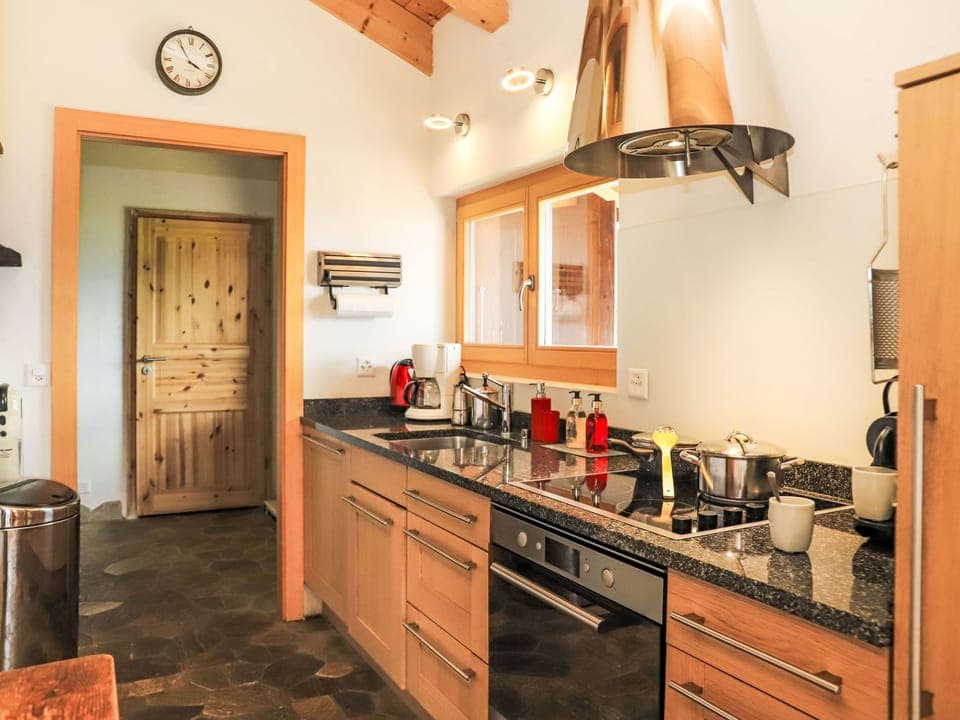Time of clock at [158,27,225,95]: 3:54
